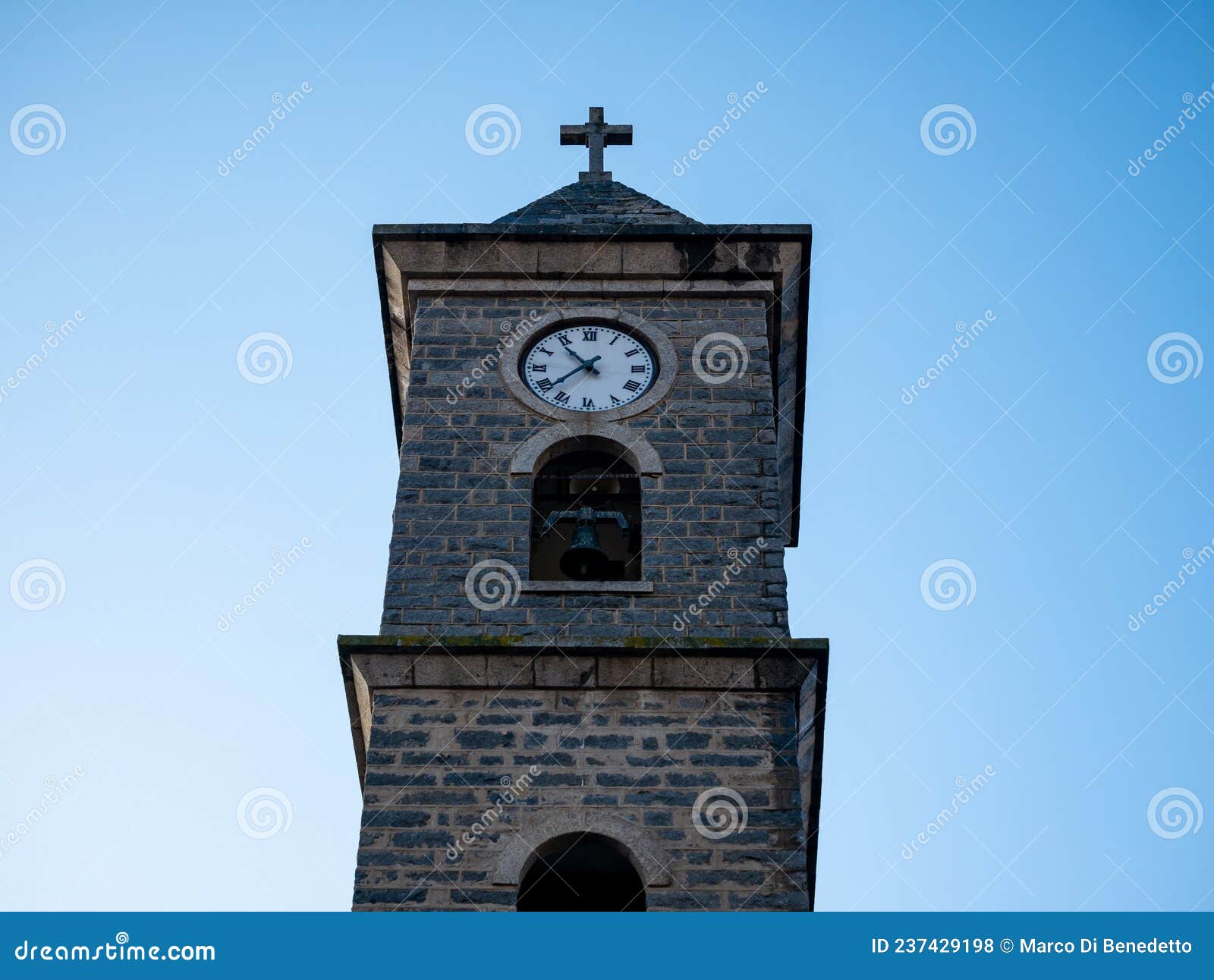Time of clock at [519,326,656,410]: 10:38
